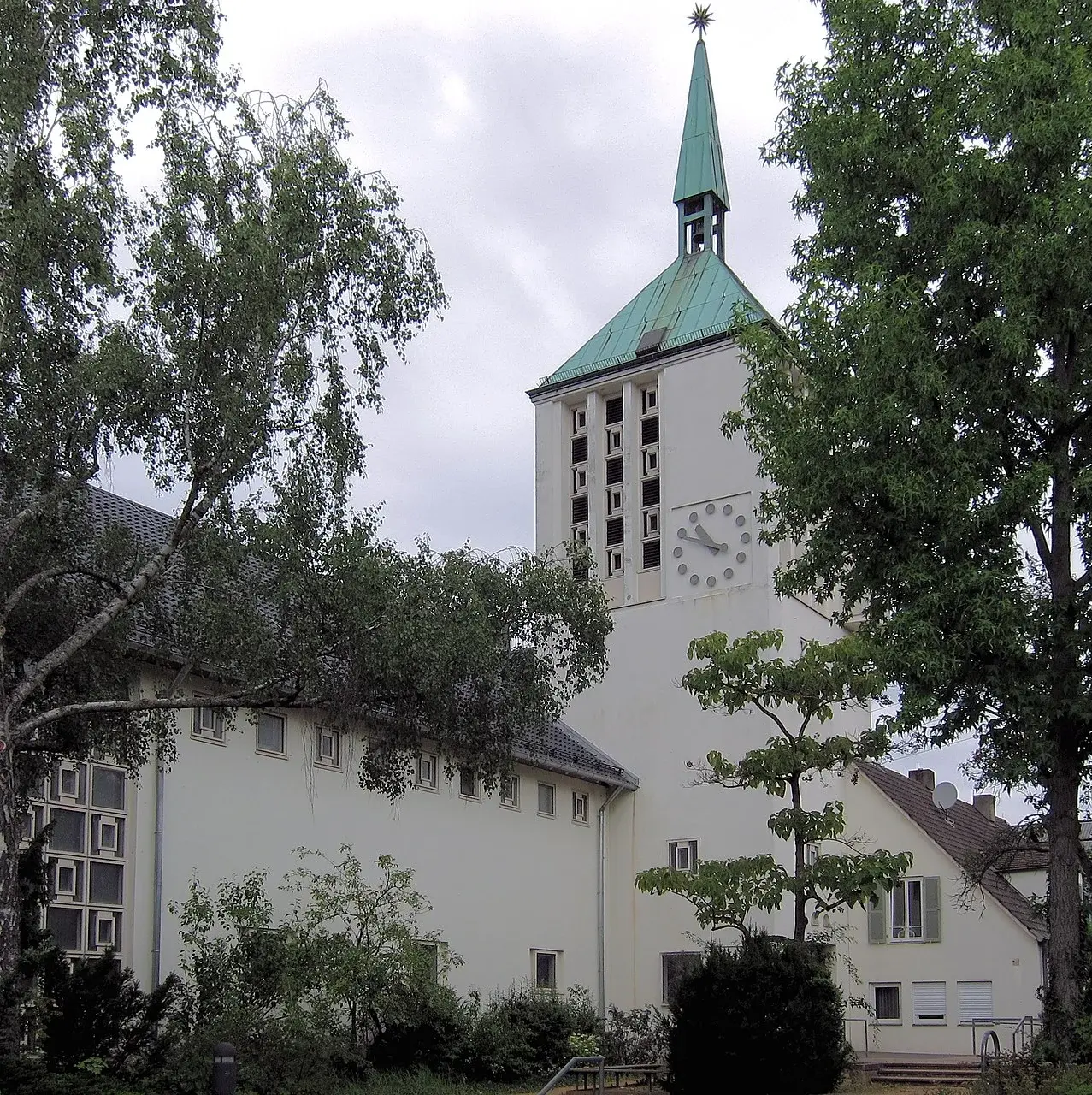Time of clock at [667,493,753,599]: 10:49
